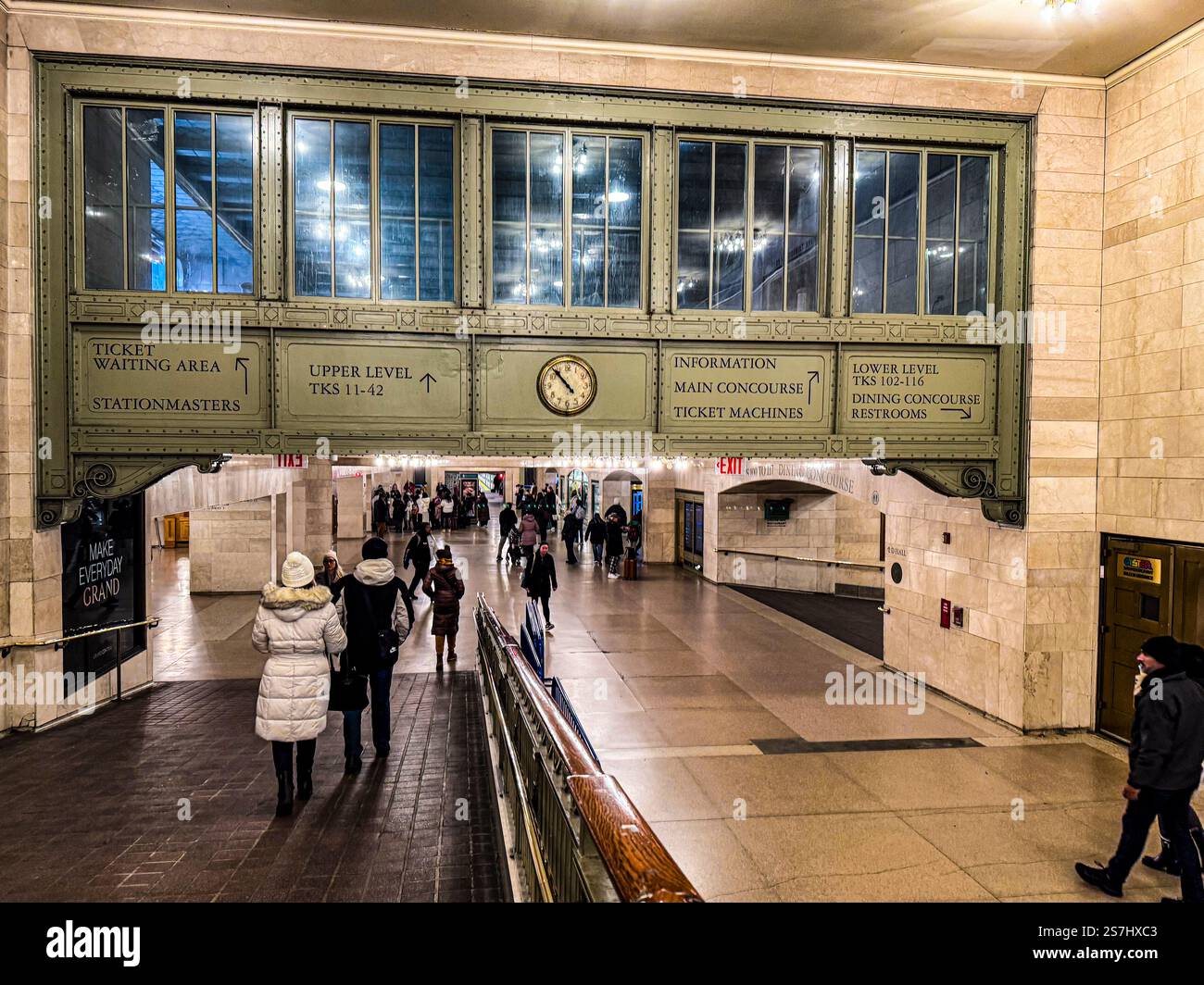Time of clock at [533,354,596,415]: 10:53
